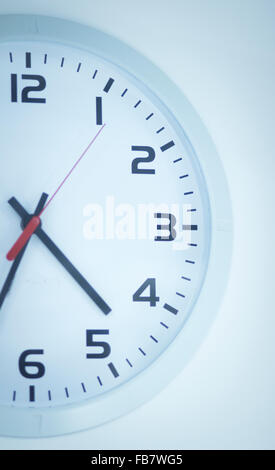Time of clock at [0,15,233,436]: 4:35
